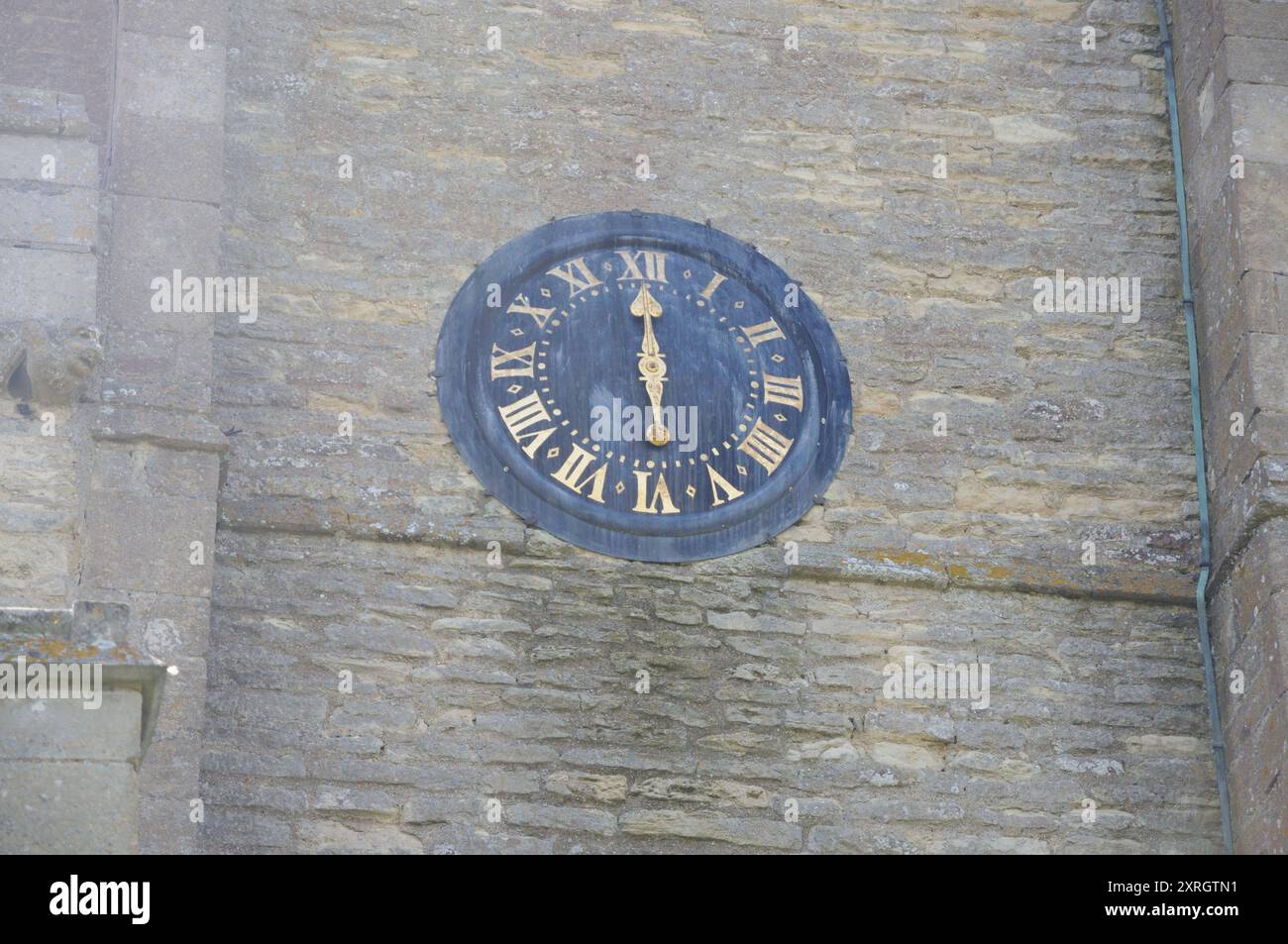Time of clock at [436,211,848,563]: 11:59
